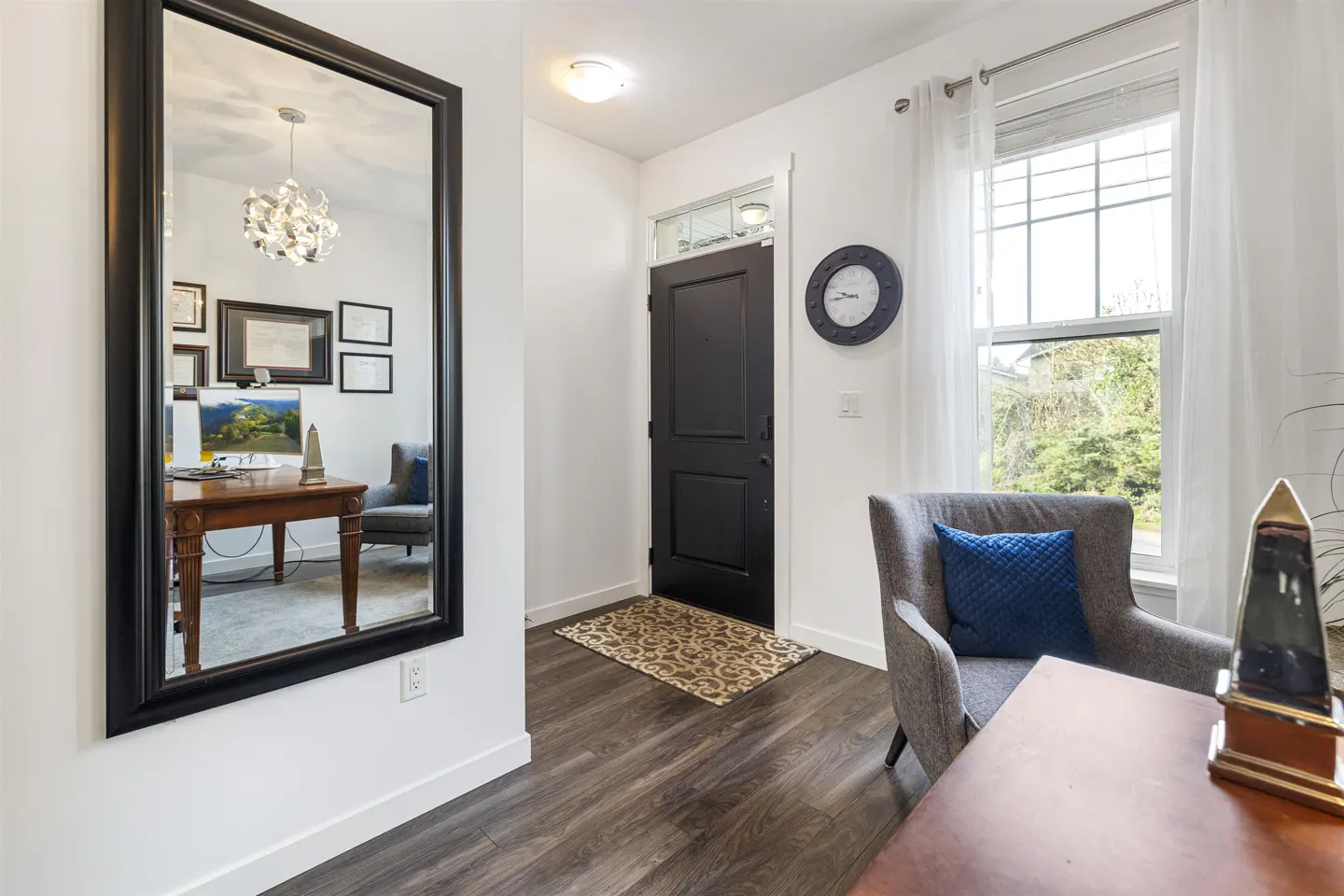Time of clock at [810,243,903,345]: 9:45
